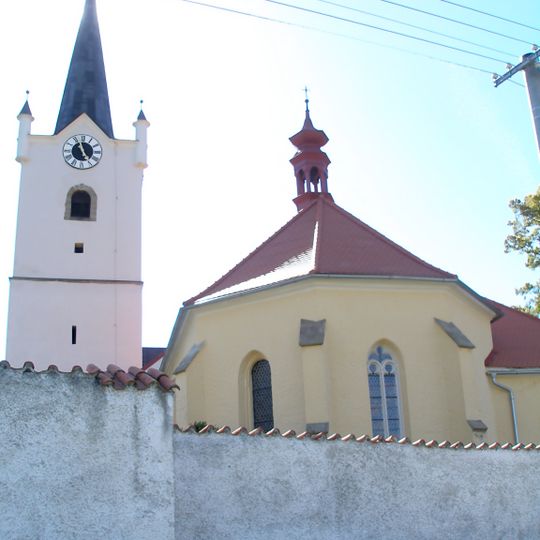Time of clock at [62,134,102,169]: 4:57
